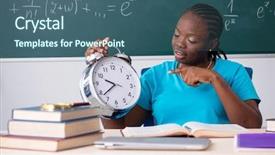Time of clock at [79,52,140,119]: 9:38
